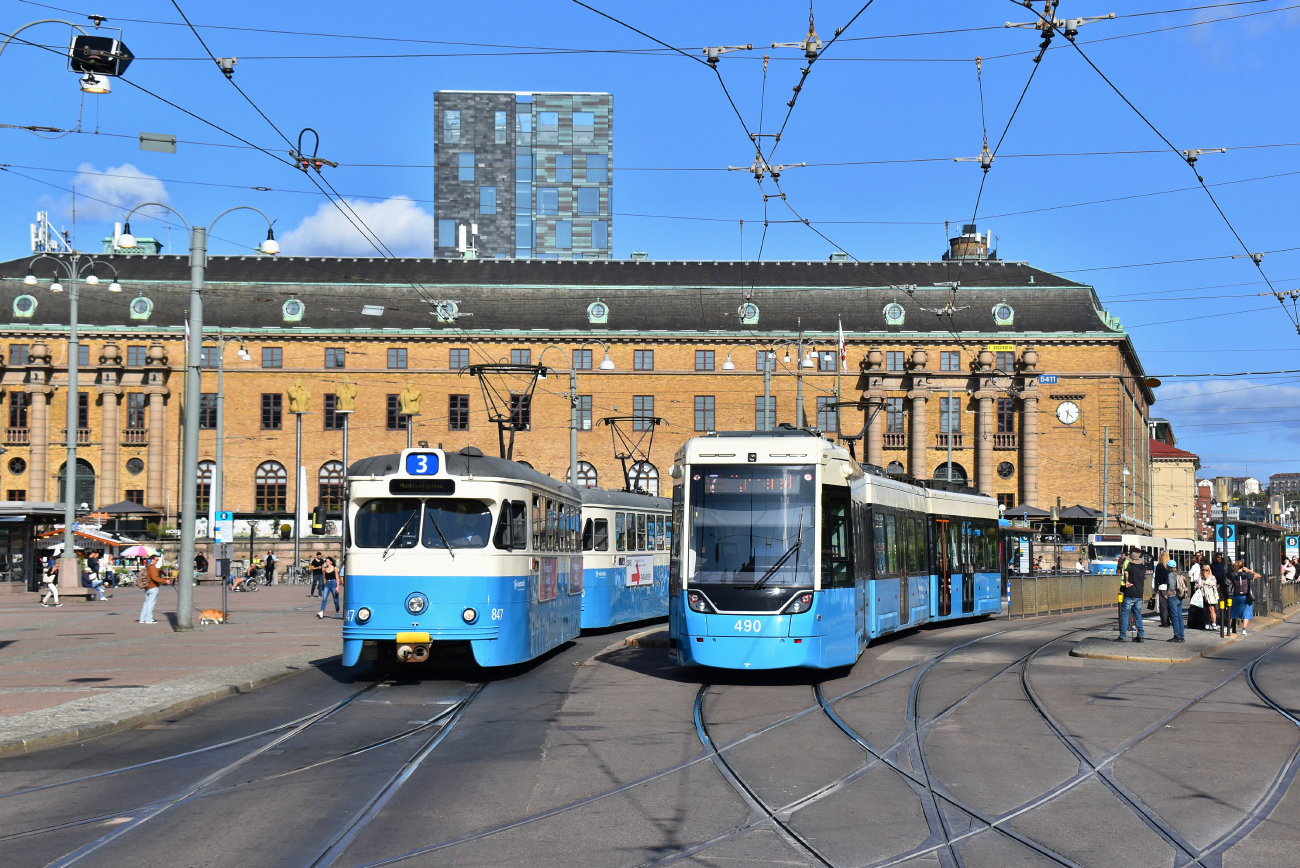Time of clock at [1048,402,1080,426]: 4:31
